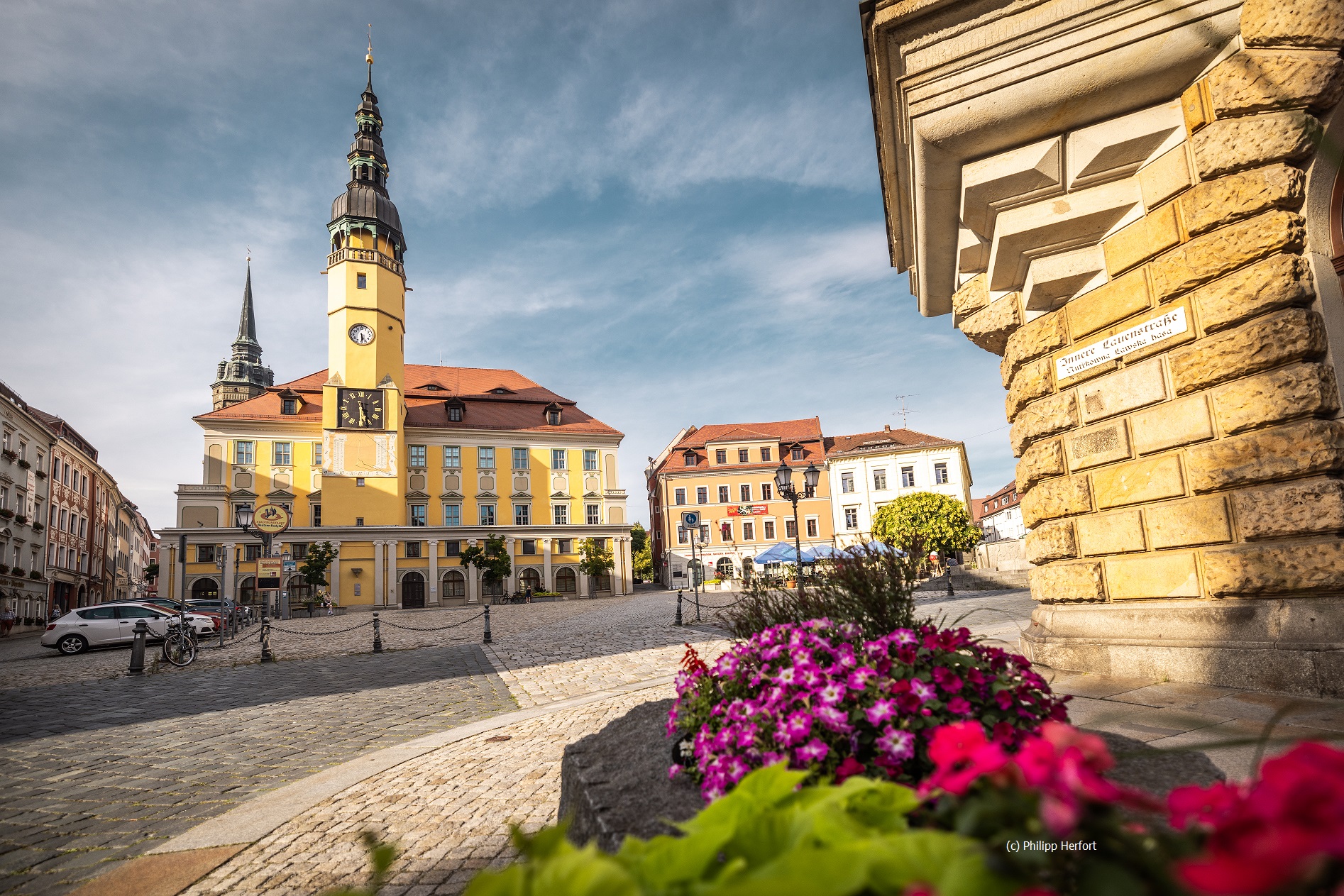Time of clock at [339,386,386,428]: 5:29
